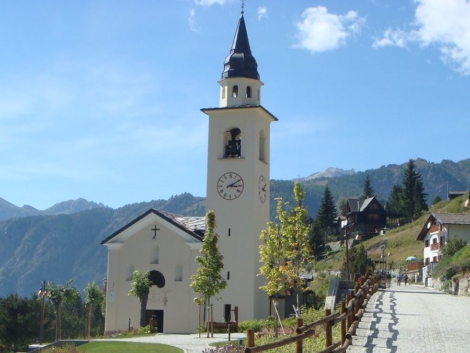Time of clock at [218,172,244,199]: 3:09
